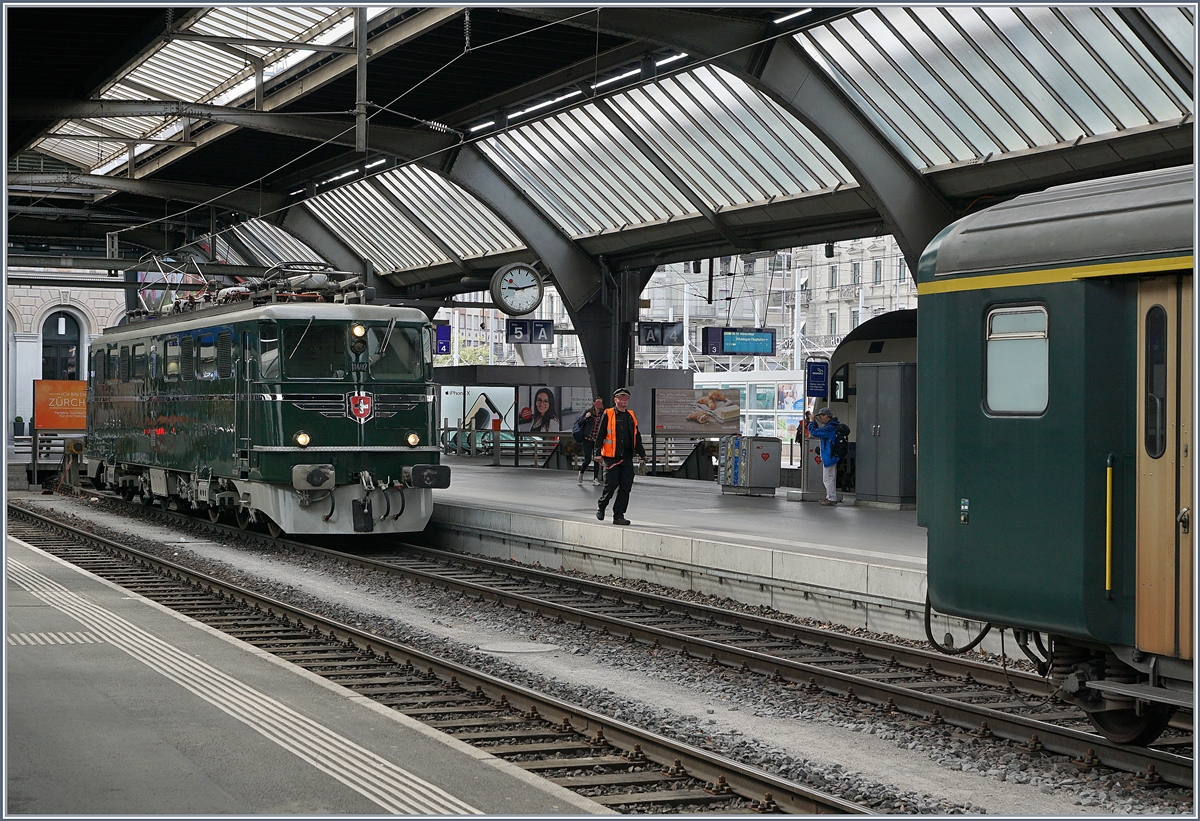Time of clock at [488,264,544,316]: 9:12
